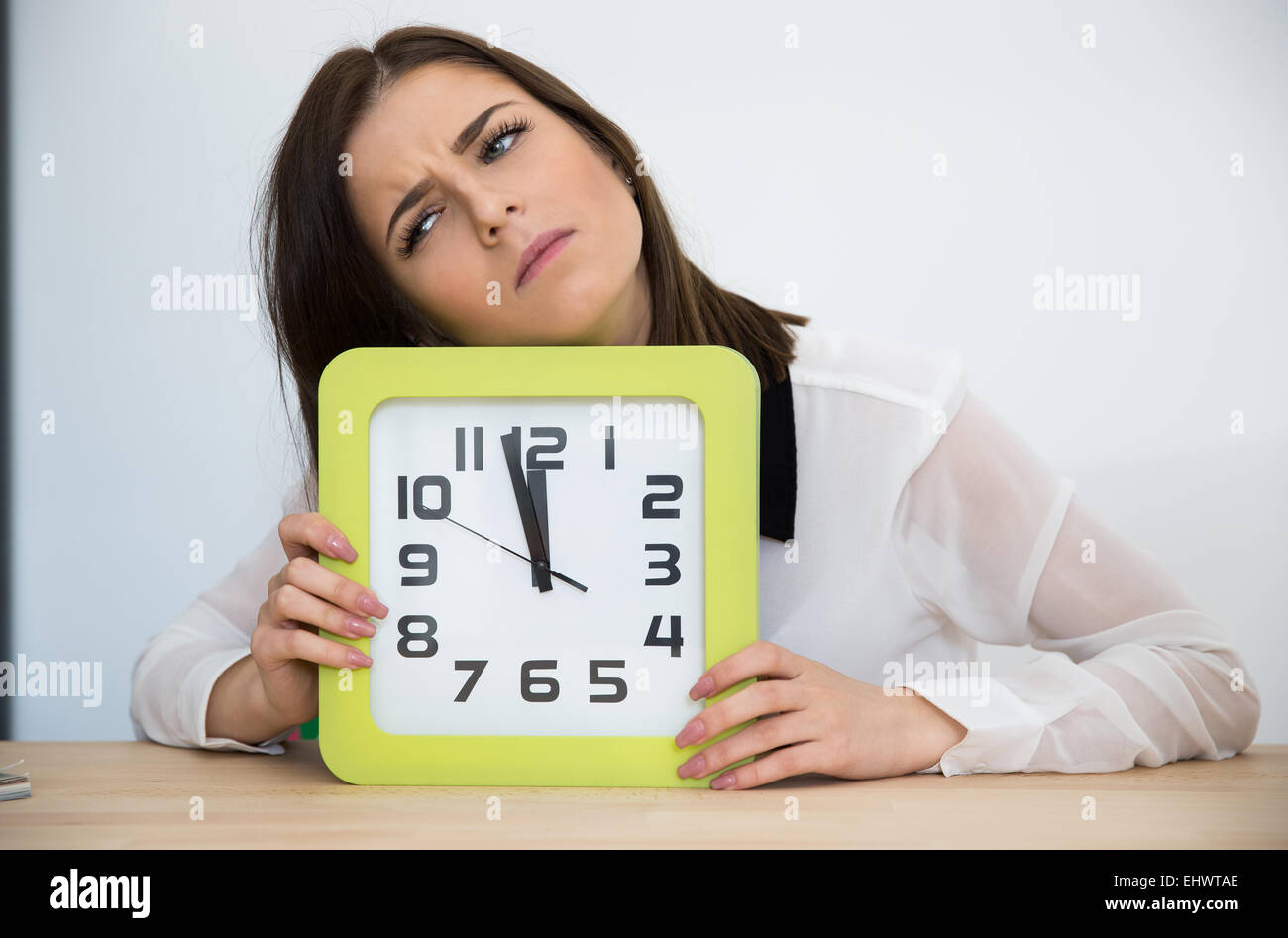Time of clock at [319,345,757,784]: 11:57
